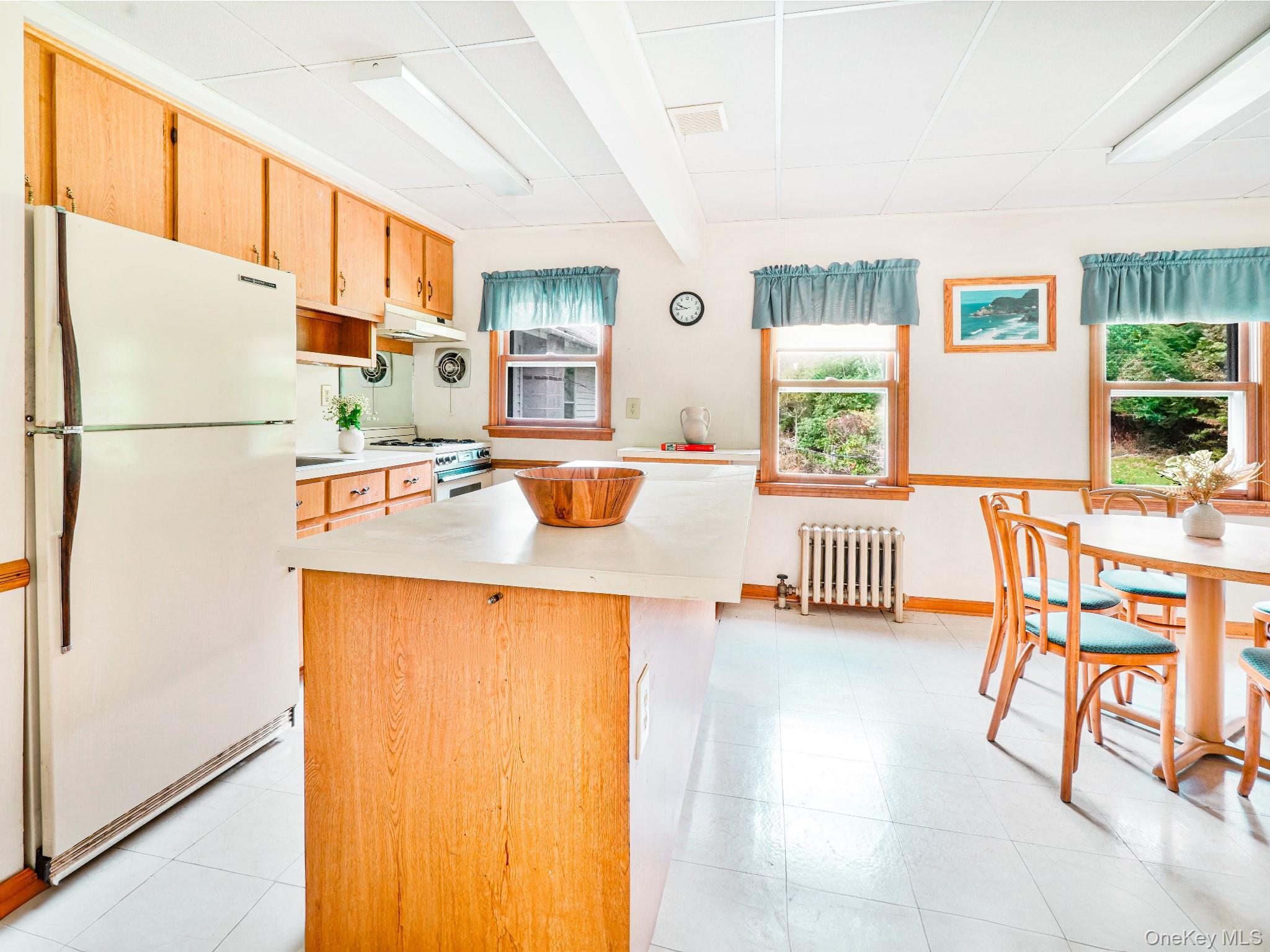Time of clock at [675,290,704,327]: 9:44
